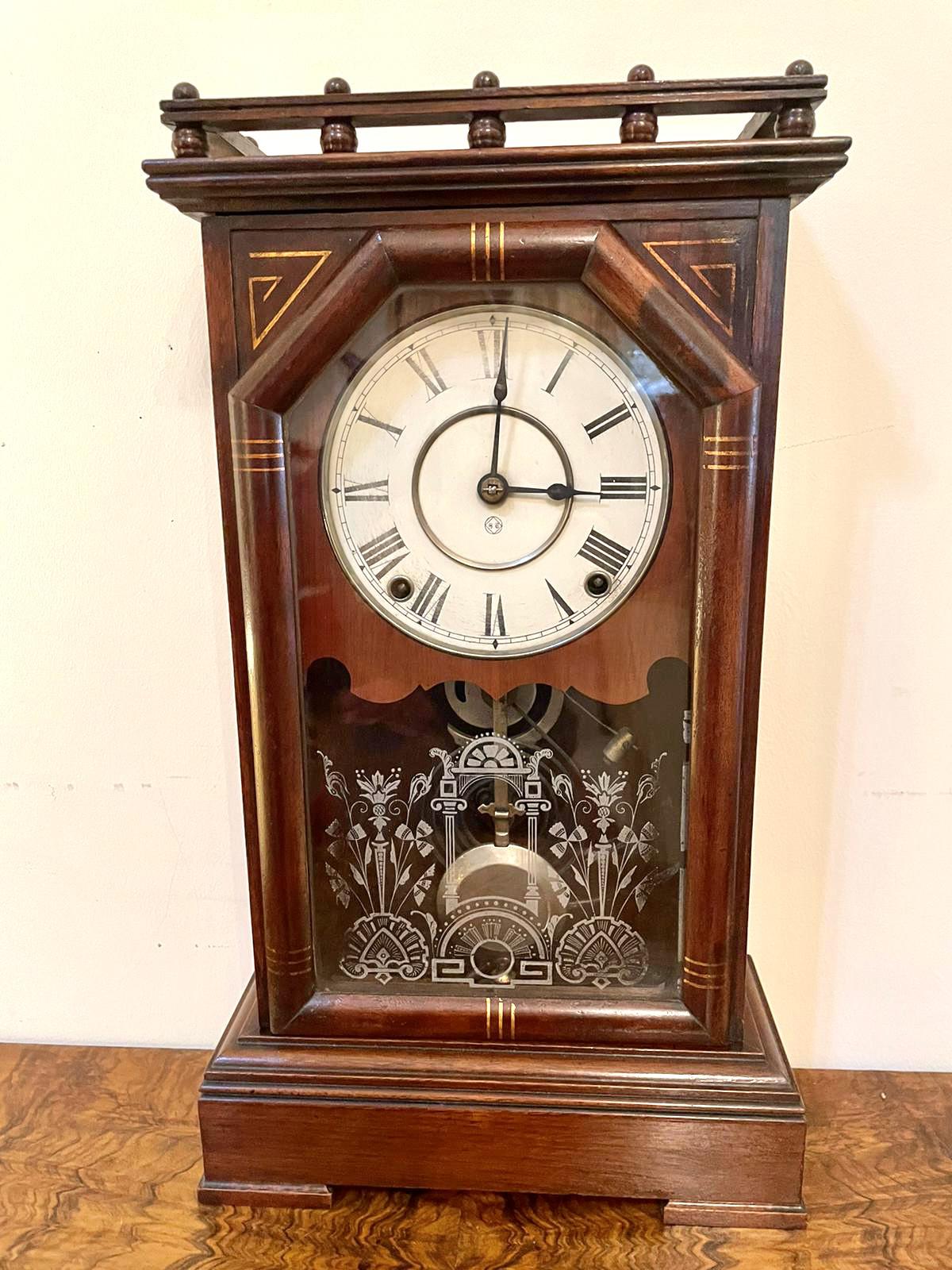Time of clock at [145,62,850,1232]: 3:01
